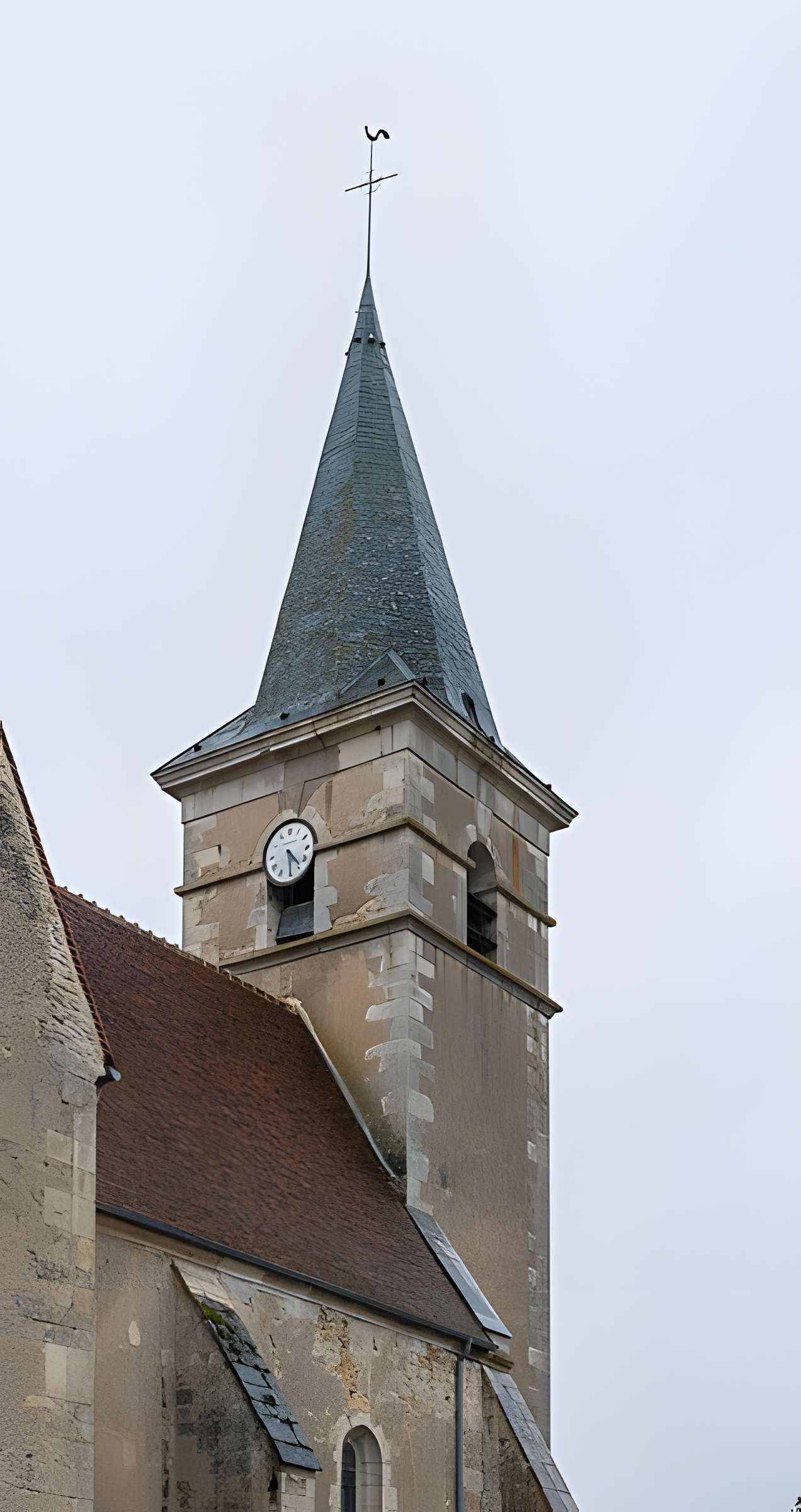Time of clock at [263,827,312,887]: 4:29
